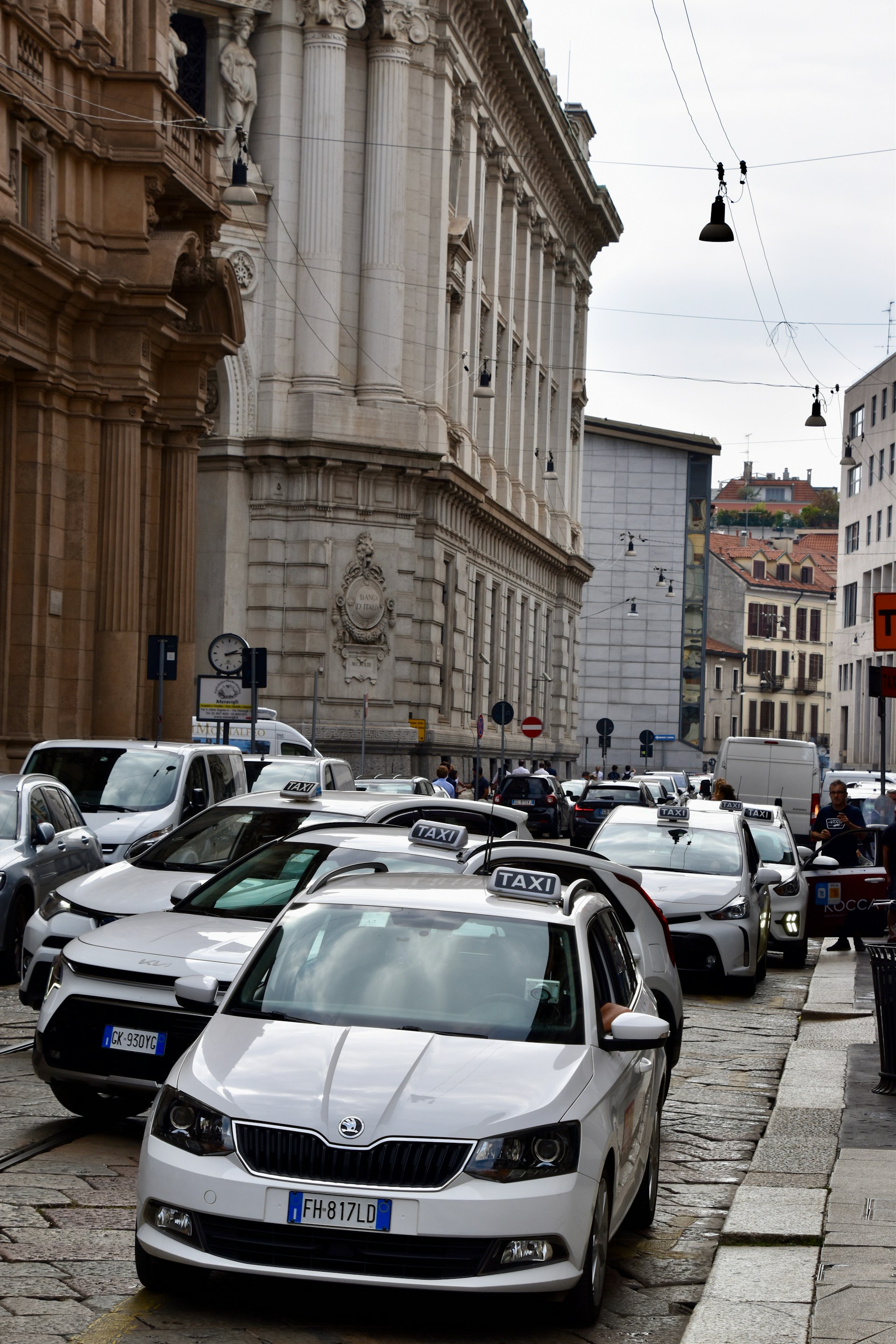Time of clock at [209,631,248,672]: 2:13
